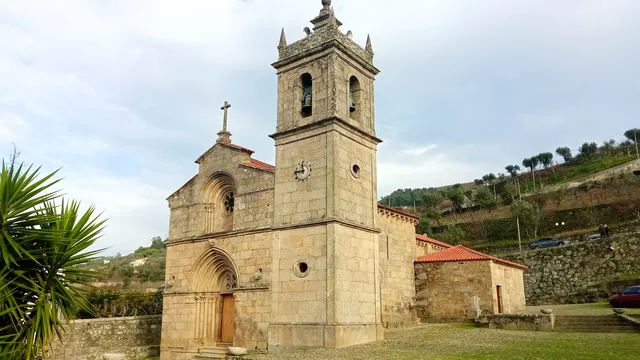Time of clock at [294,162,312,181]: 11:46
